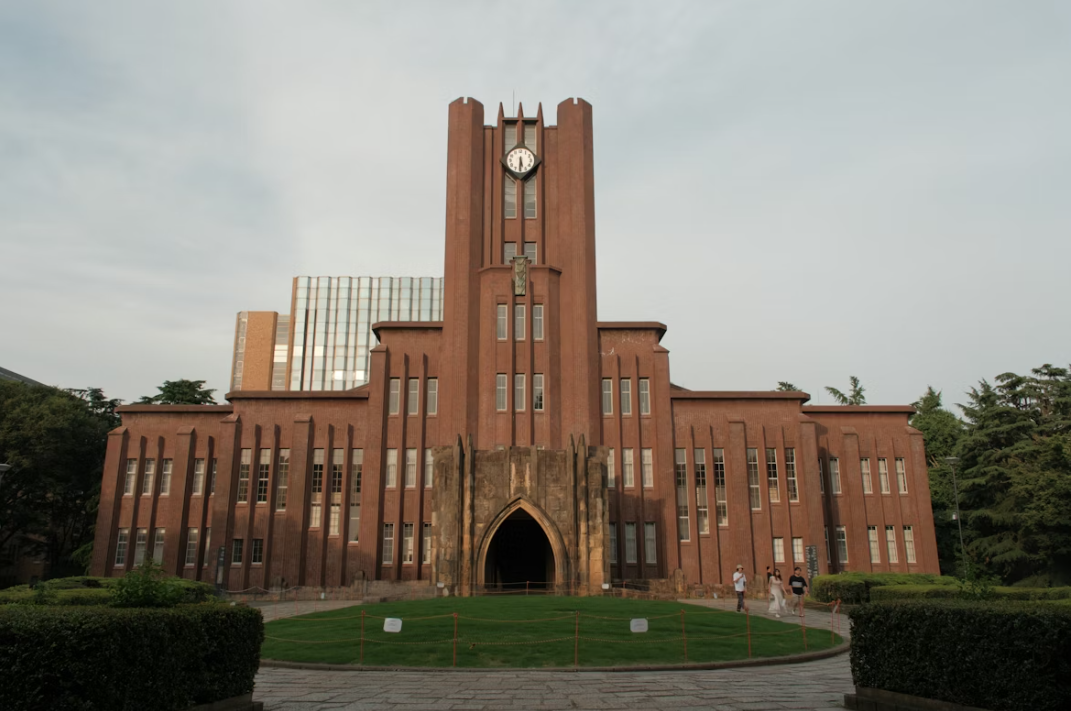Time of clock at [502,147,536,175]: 5:30
